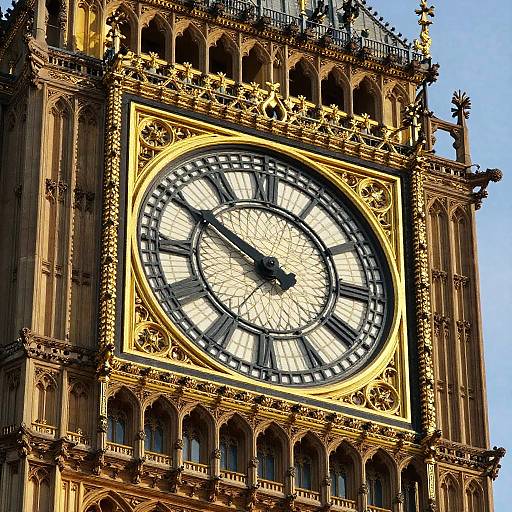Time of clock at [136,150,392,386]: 9:50
